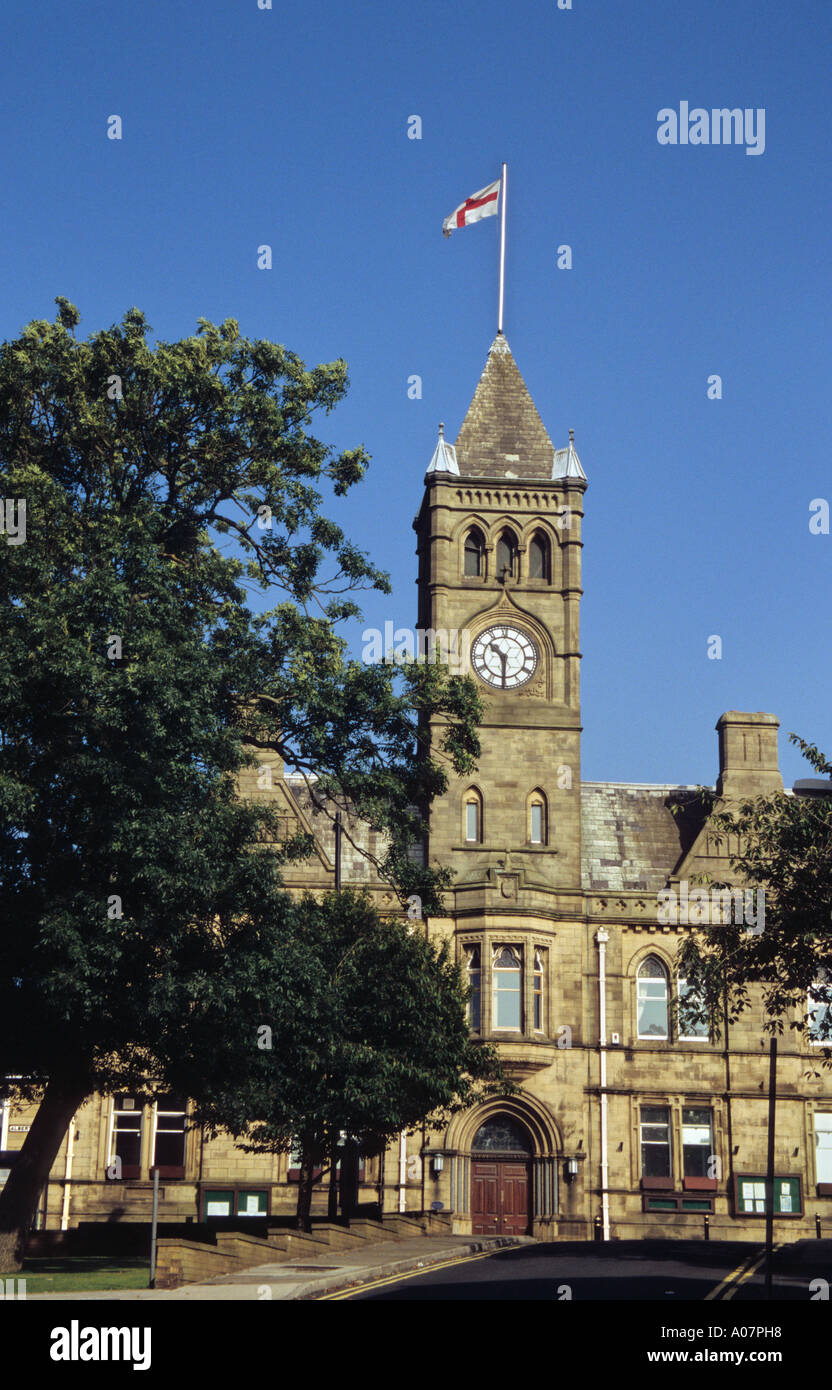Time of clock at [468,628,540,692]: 10:30
